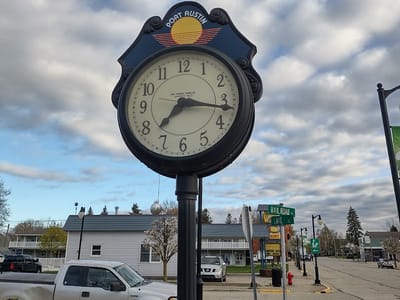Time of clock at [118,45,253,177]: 7:16
